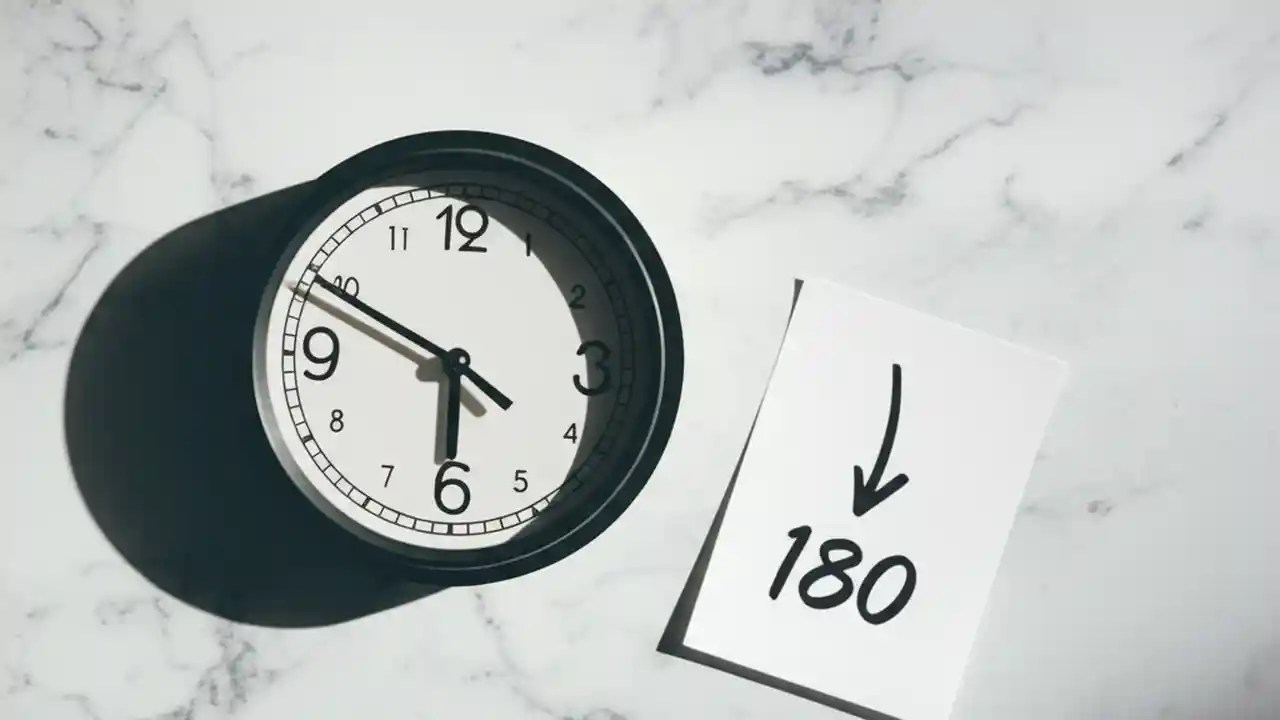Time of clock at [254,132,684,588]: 5:49
